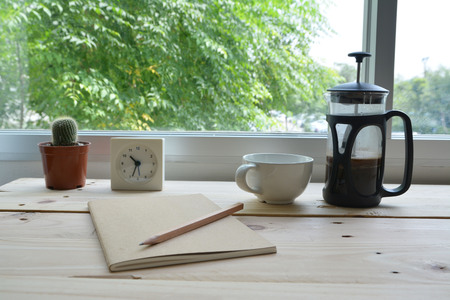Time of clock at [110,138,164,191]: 10:33
